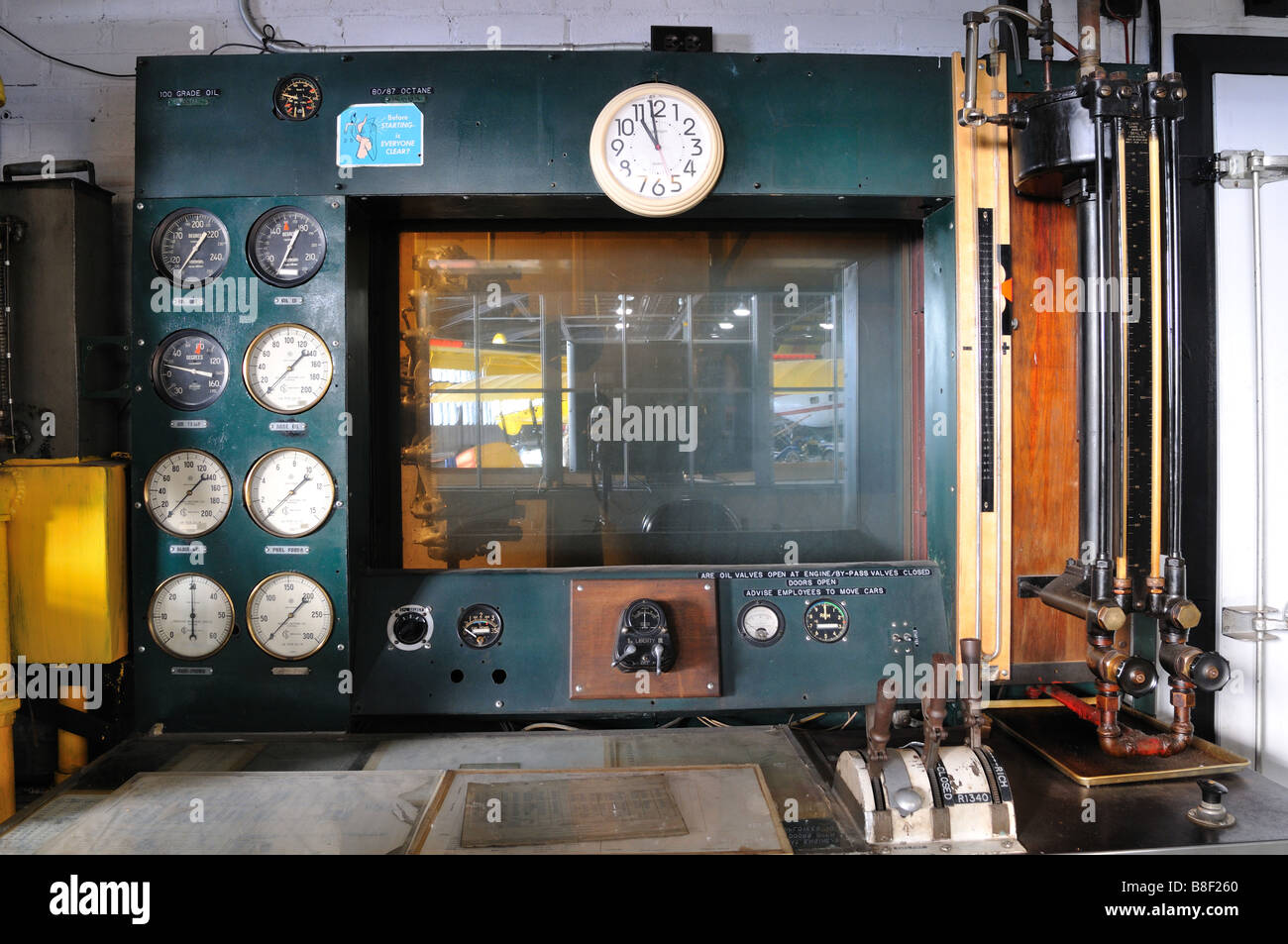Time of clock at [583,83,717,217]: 10:58
